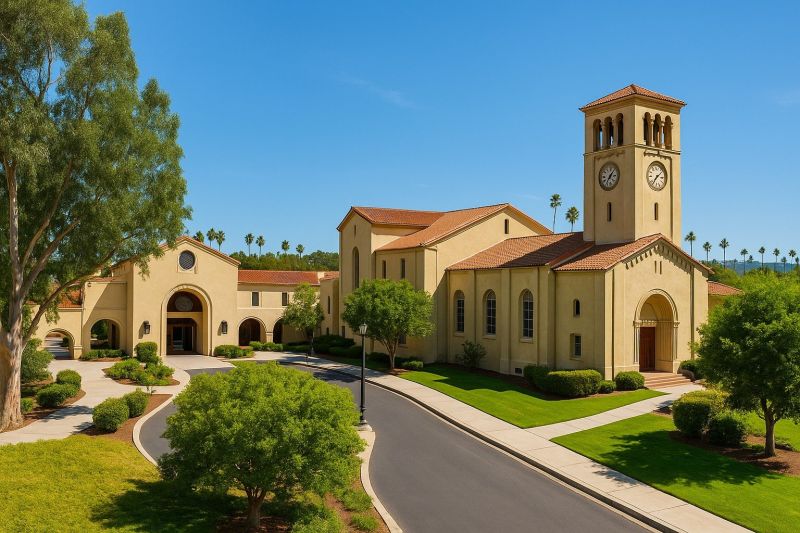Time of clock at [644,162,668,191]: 7:08
